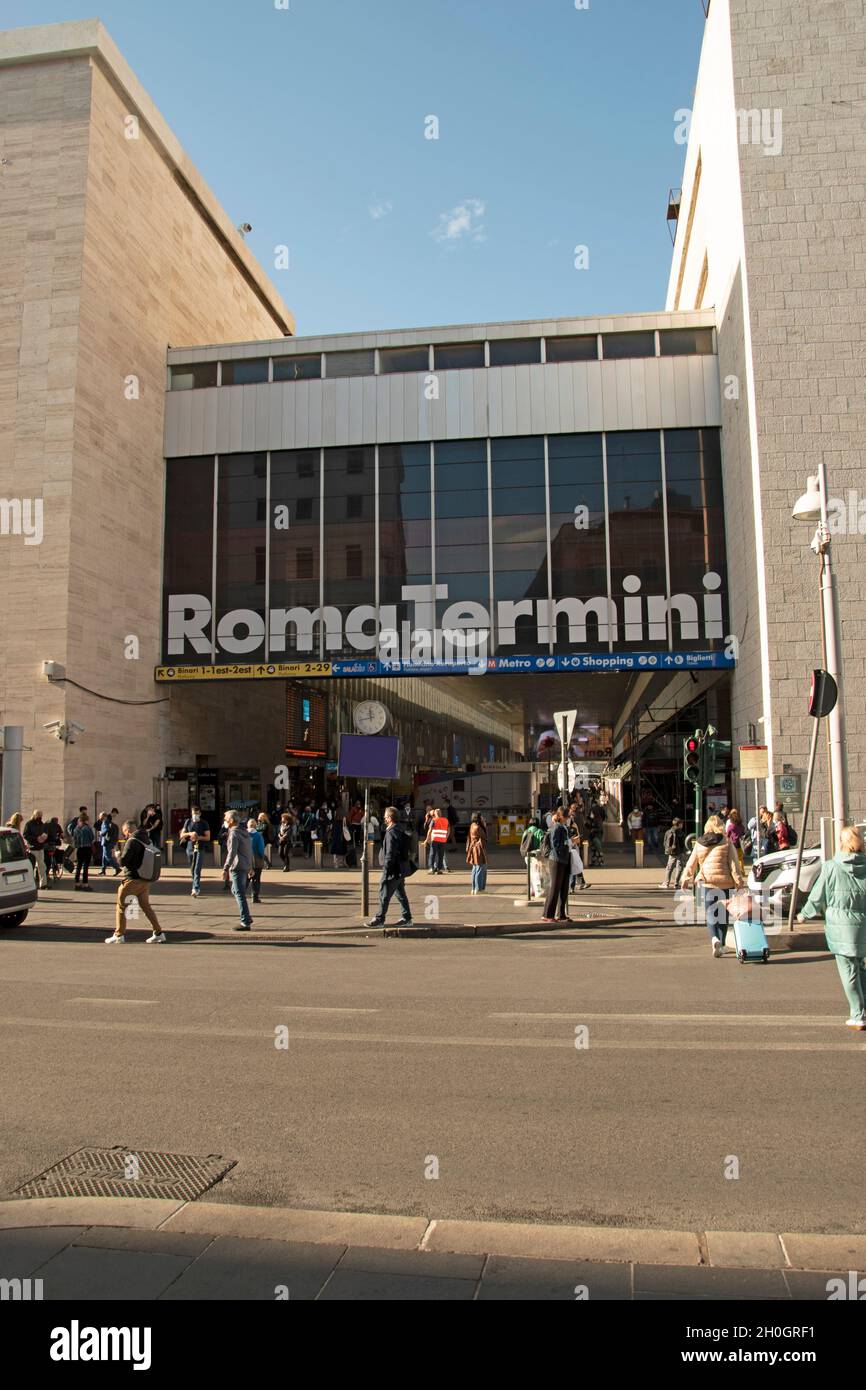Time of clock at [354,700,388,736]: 11:42
